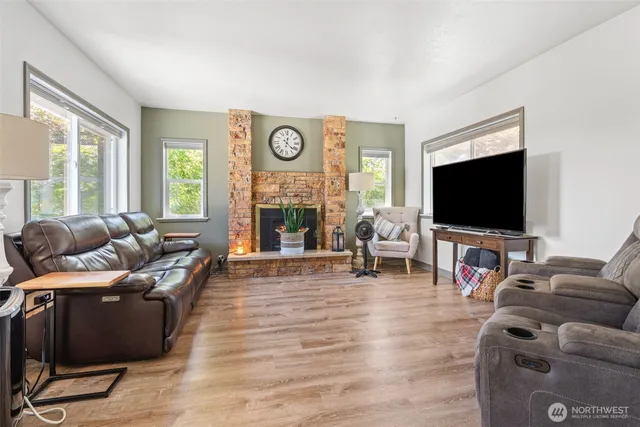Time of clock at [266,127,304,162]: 12:21
